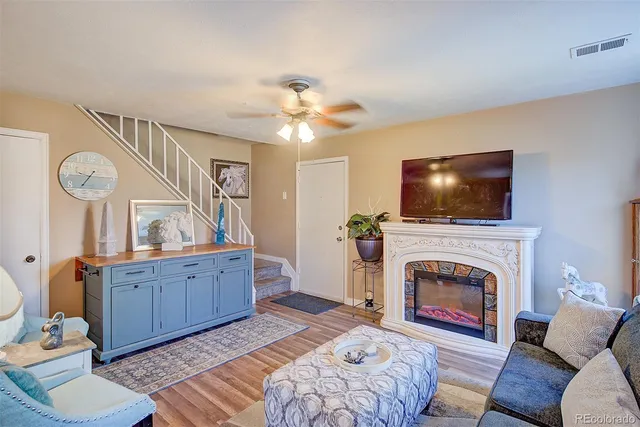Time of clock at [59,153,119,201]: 7:15
